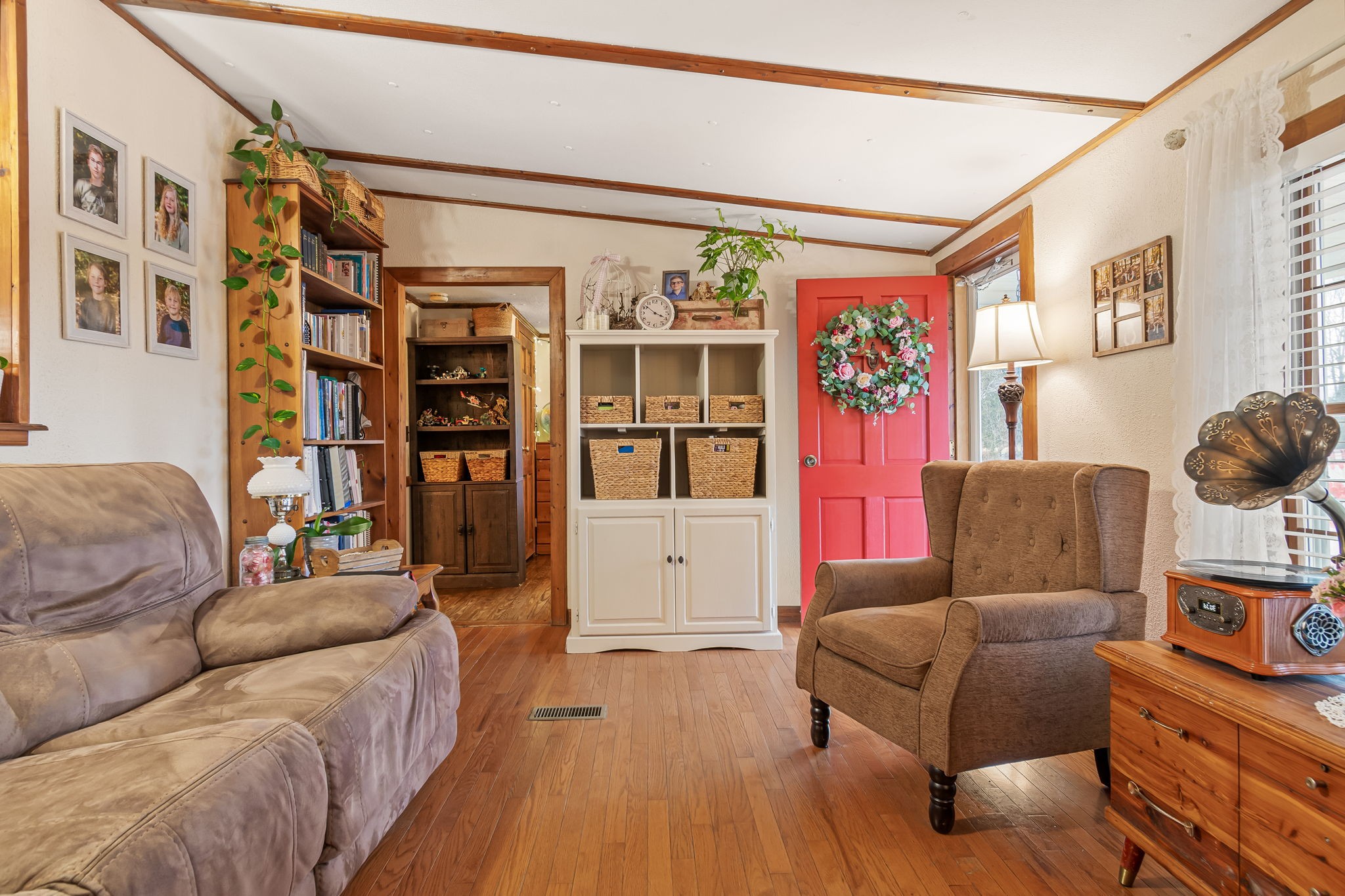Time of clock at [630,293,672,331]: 3:51
